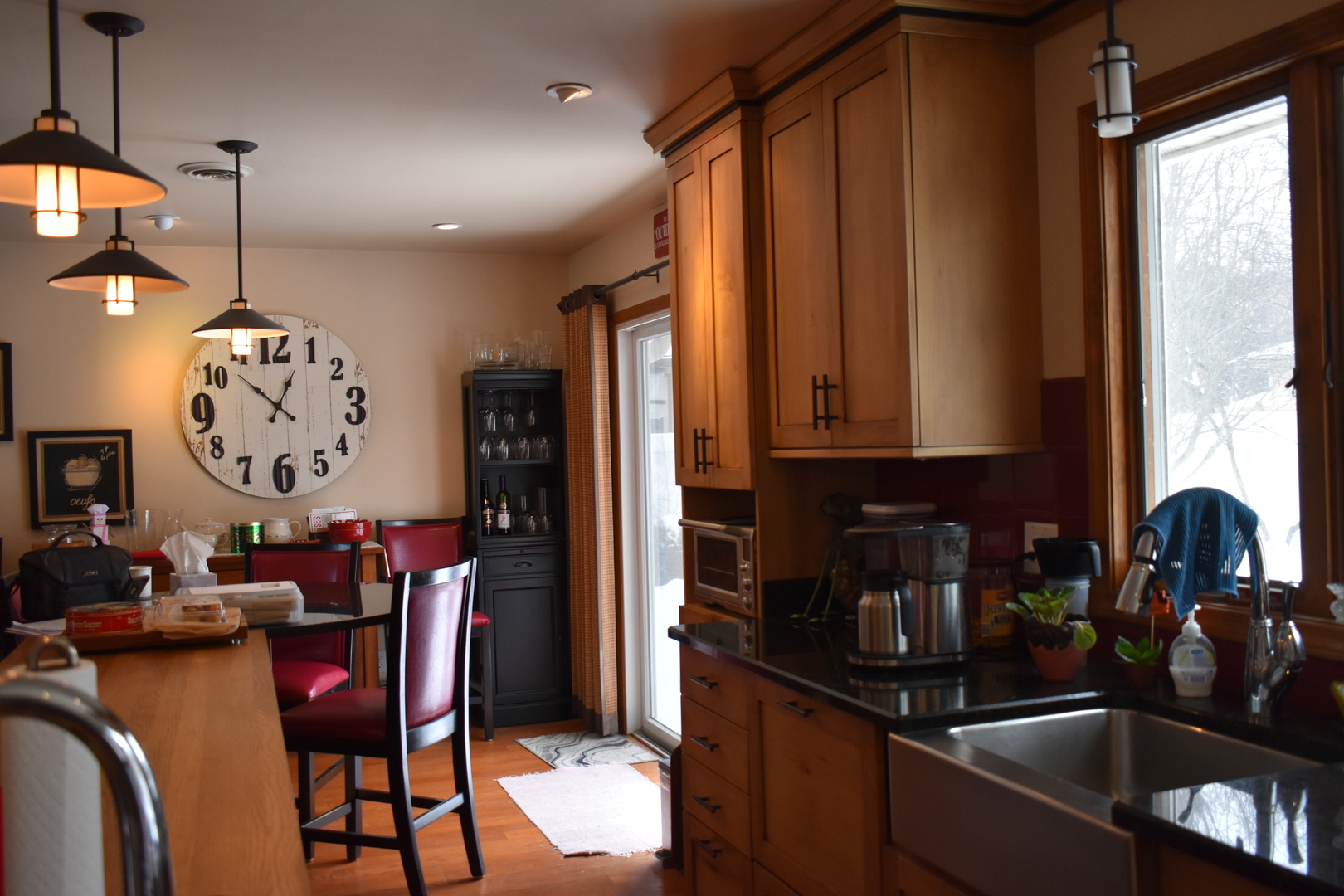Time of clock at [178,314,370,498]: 12:52
